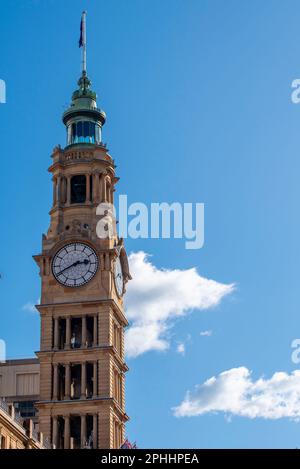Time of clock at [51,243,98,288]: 2:40
